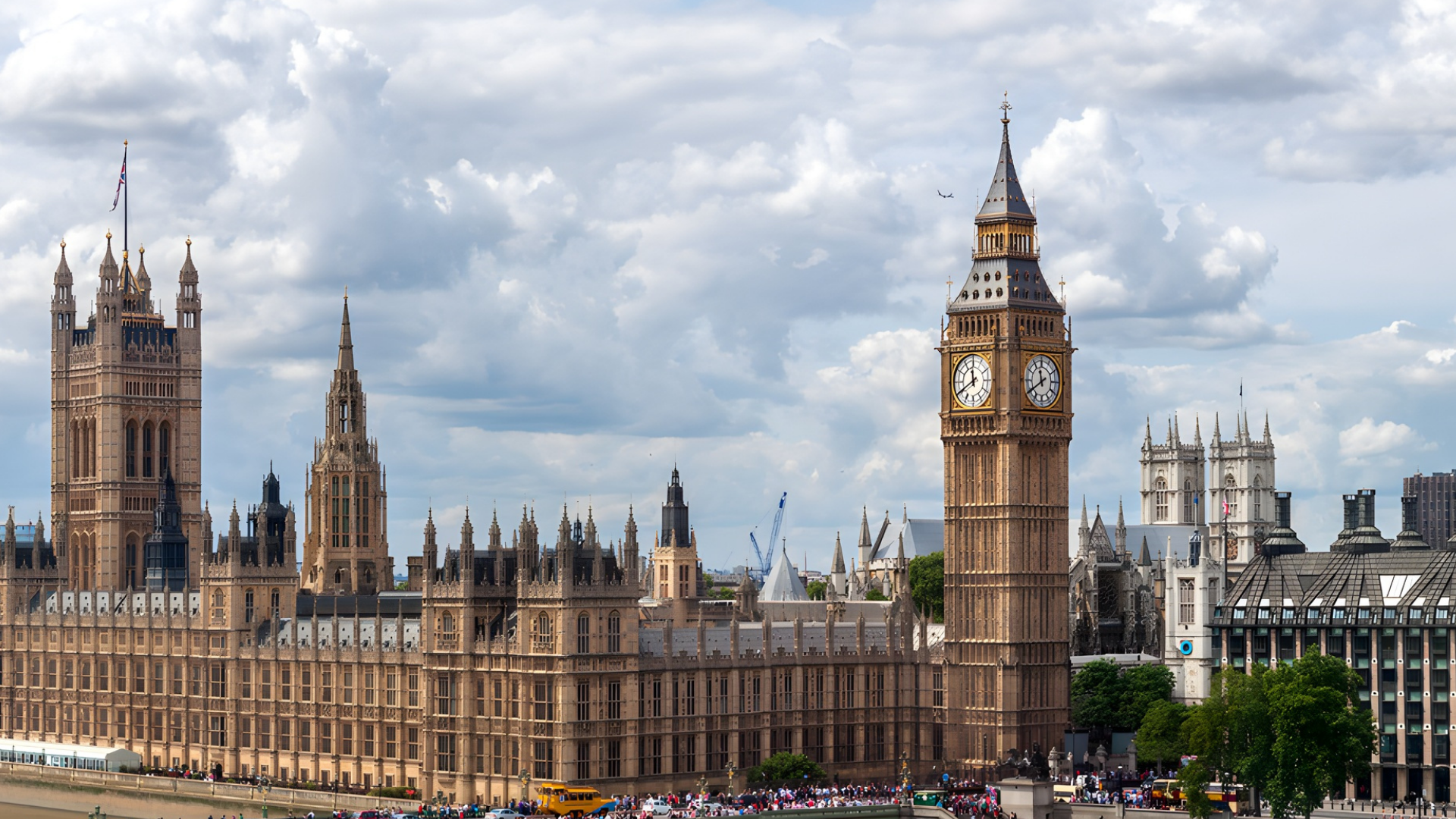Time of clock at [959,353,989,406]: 11:40
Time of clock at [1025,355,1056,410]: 11:39
